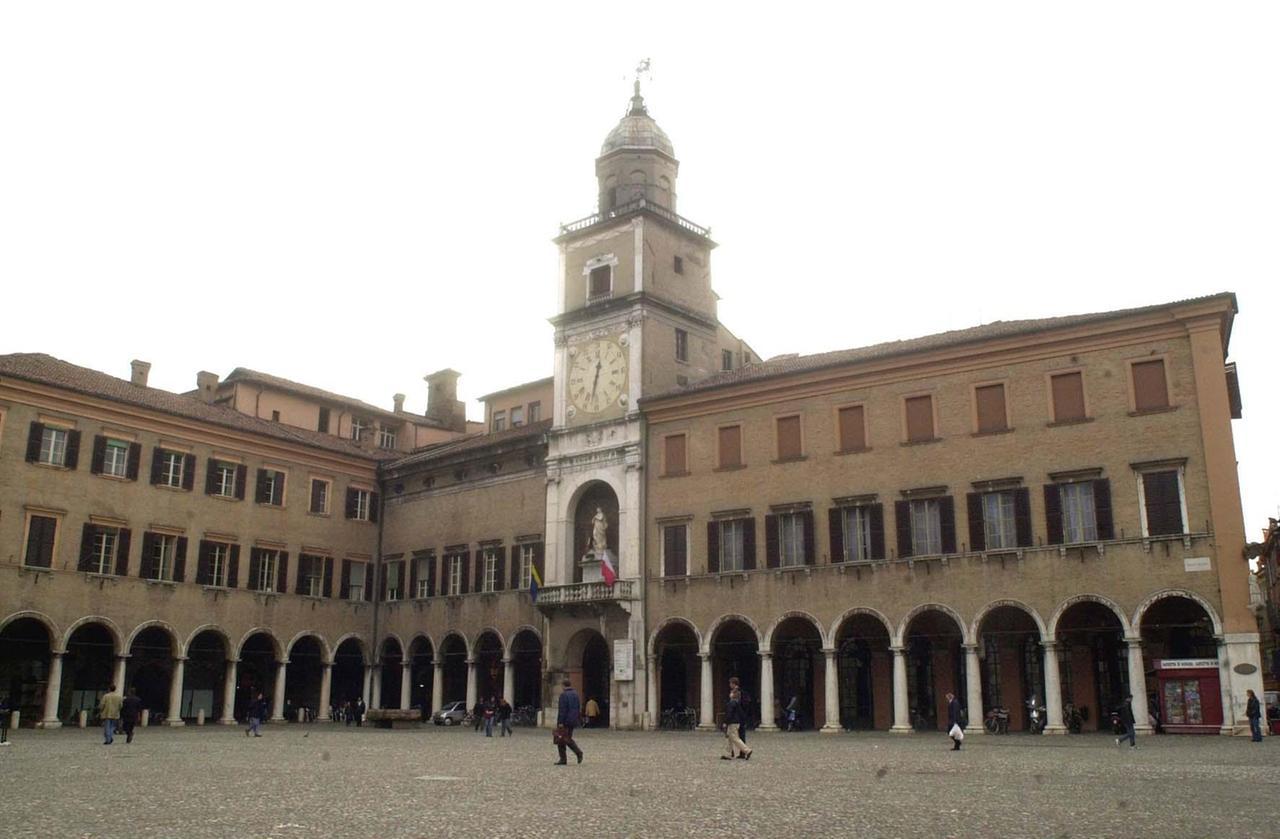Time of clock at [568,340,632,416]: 12:32
